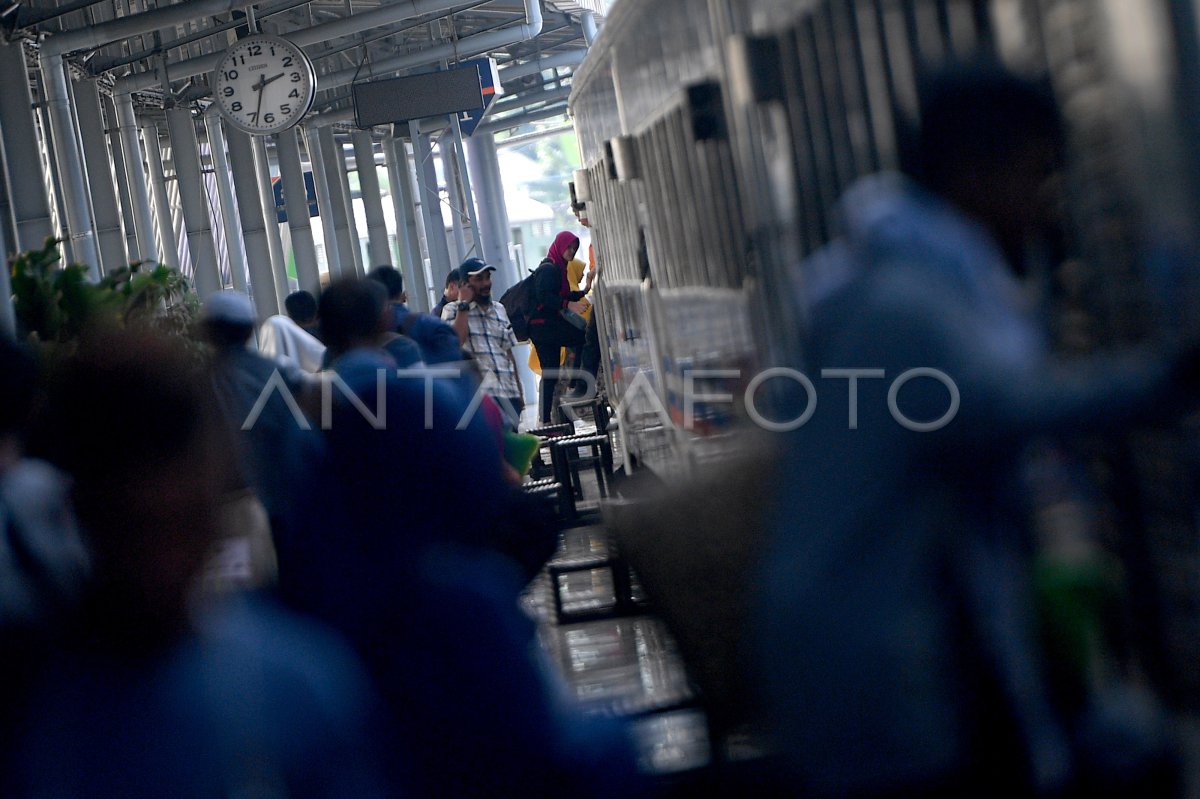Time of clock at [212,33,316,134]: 2:33
